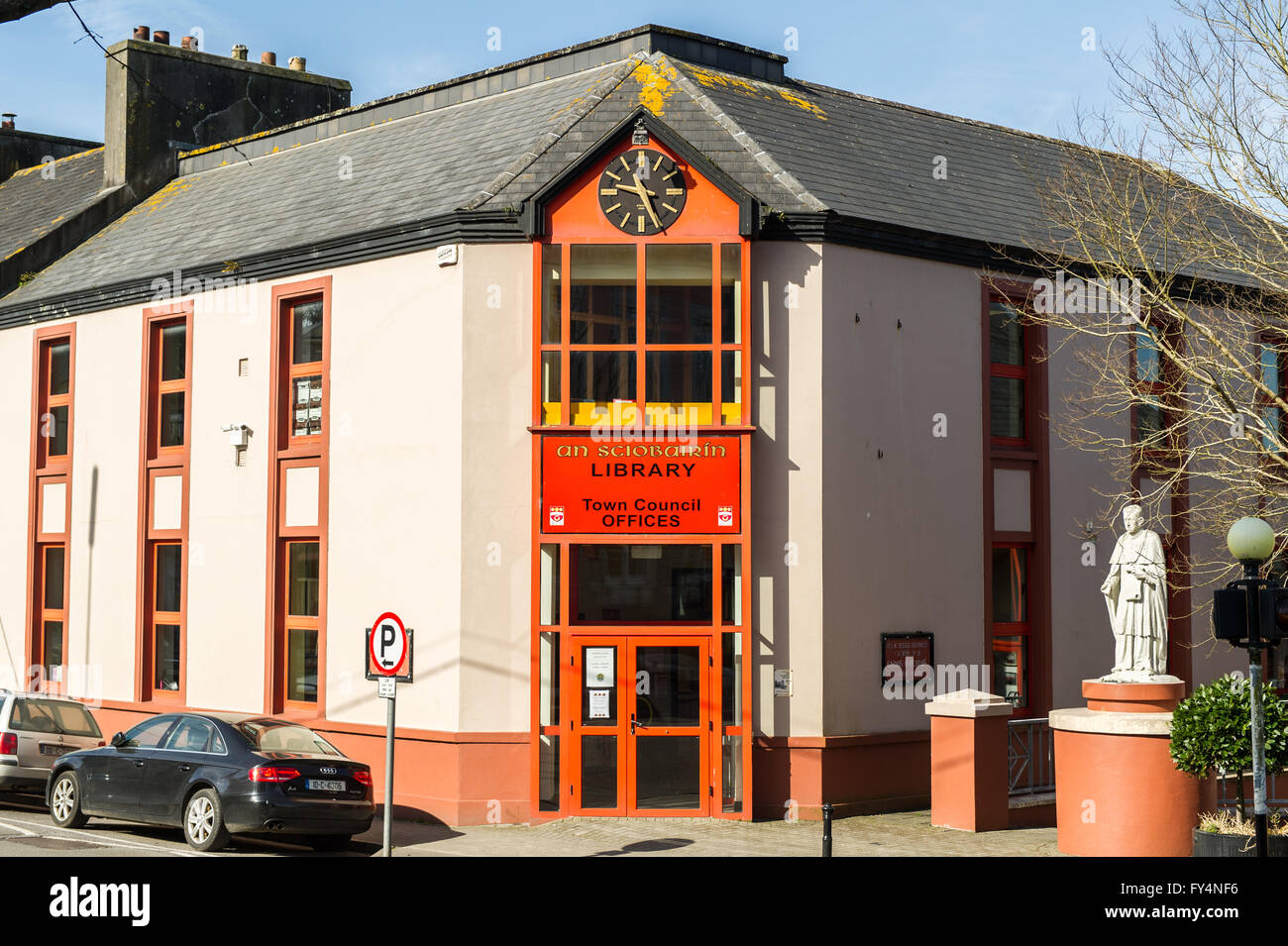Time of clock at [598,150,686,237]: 9:25
